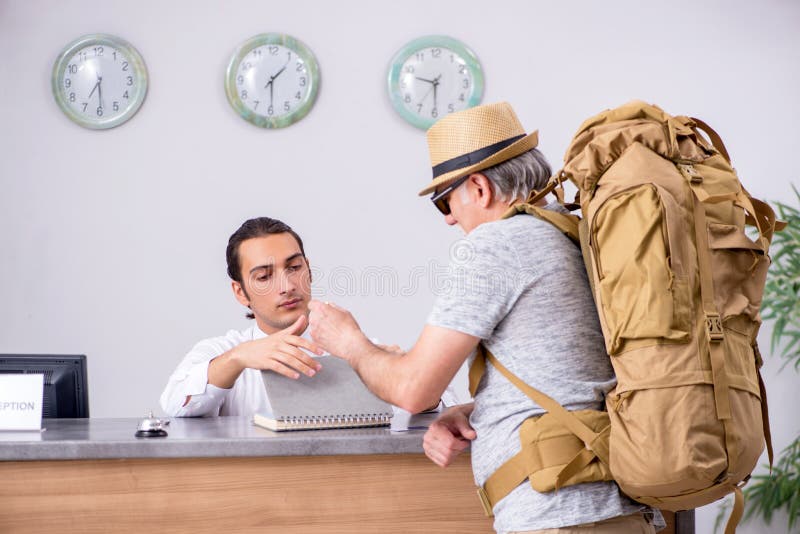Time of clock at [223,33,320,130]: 1:29
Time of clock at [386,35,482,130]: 9:29
